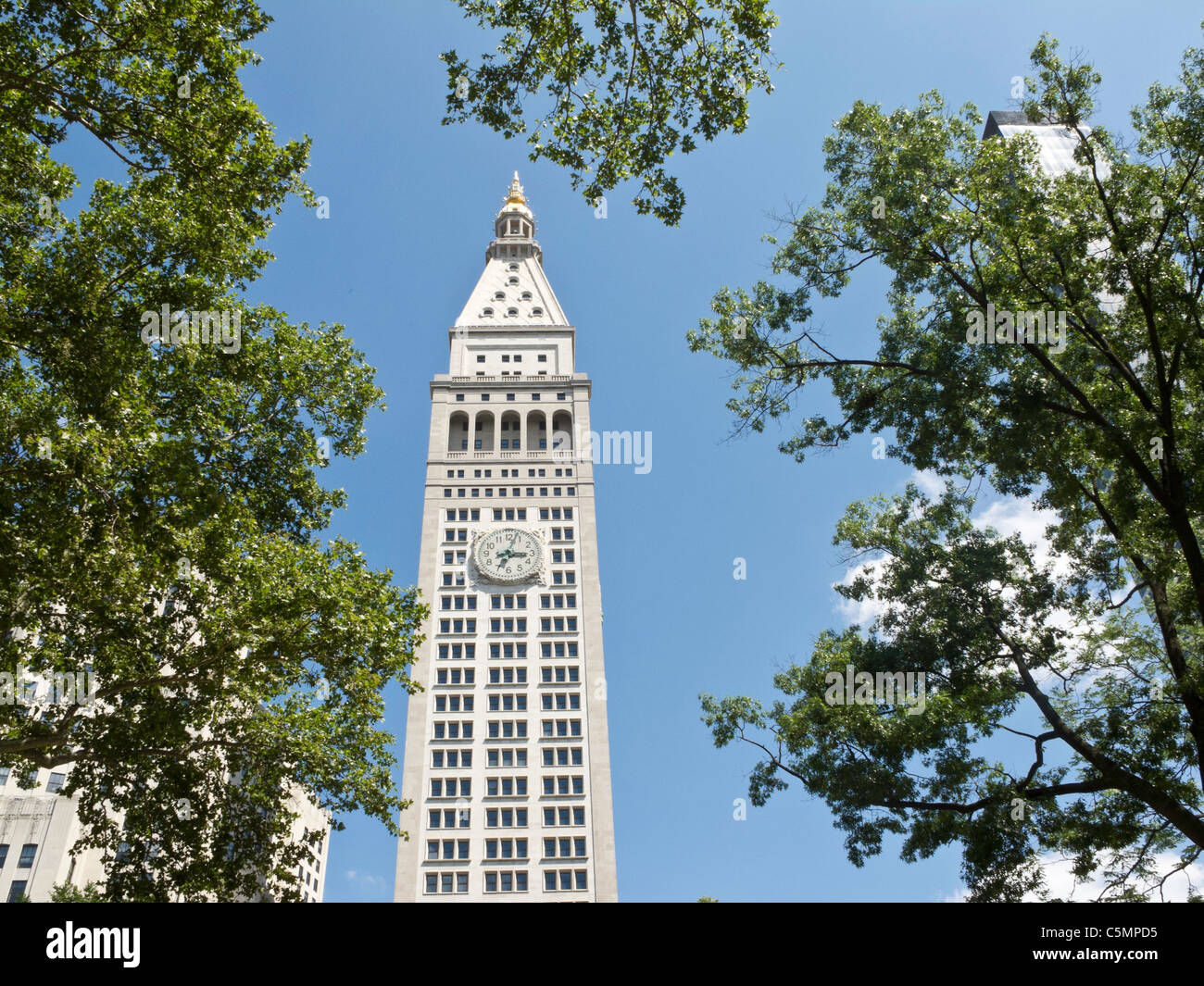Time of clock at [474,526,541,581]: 3:03
